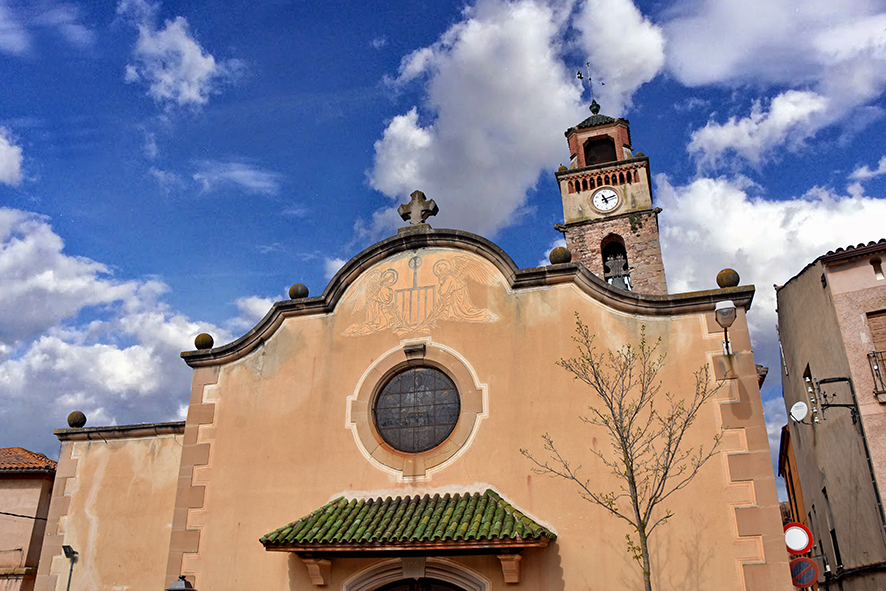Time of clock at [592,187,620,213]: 11:12
